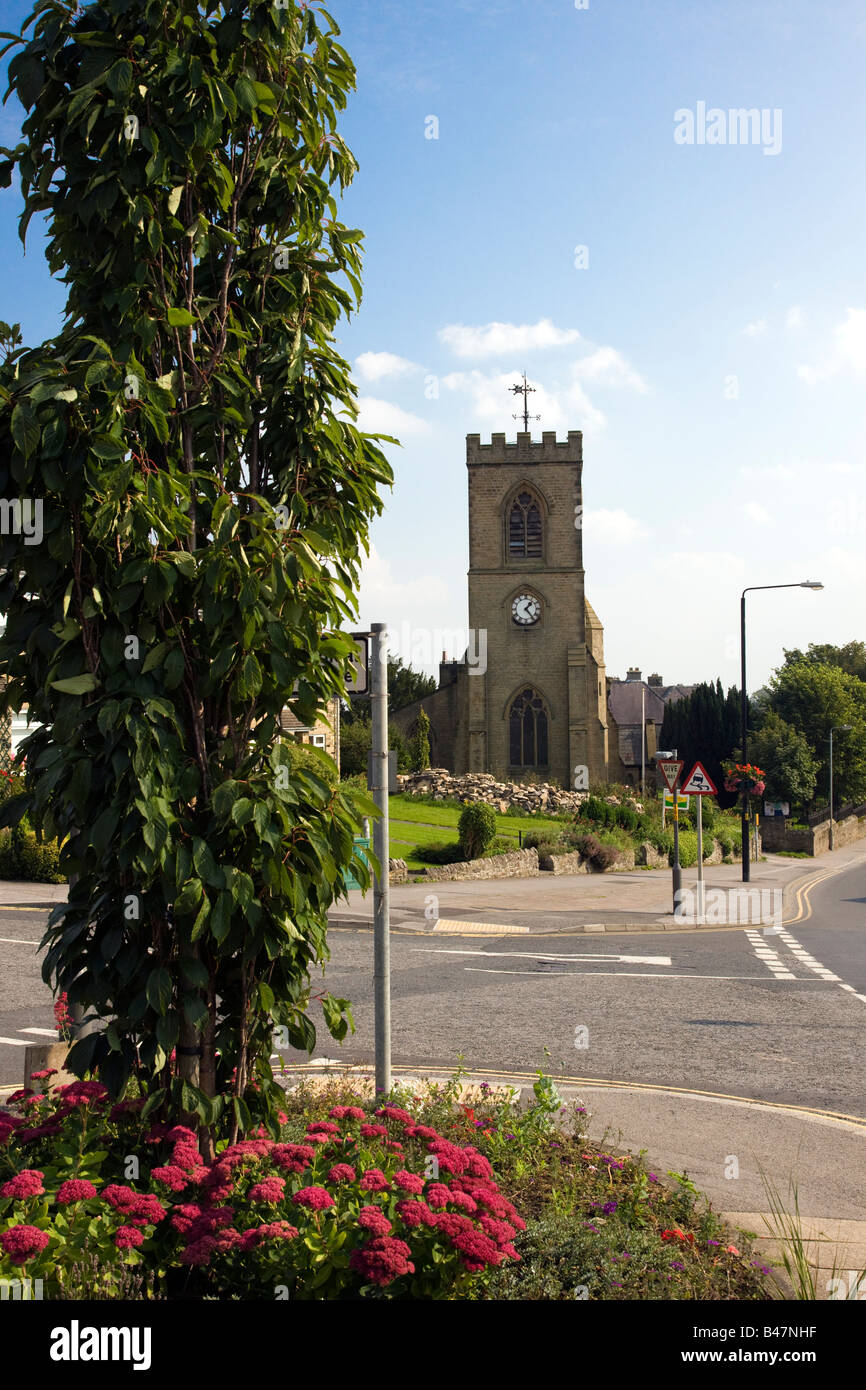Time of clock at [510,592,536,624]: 1:24
